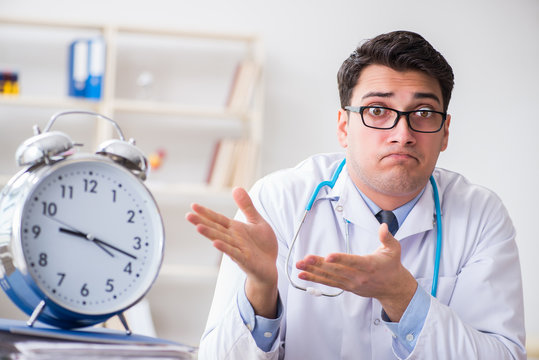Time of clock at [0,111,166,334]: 9:17
